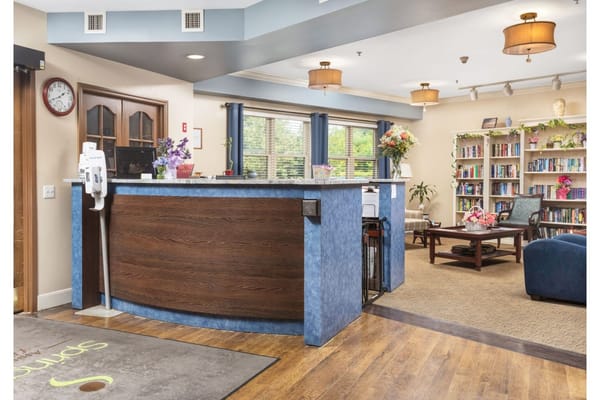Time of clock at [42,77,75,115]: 1:41
